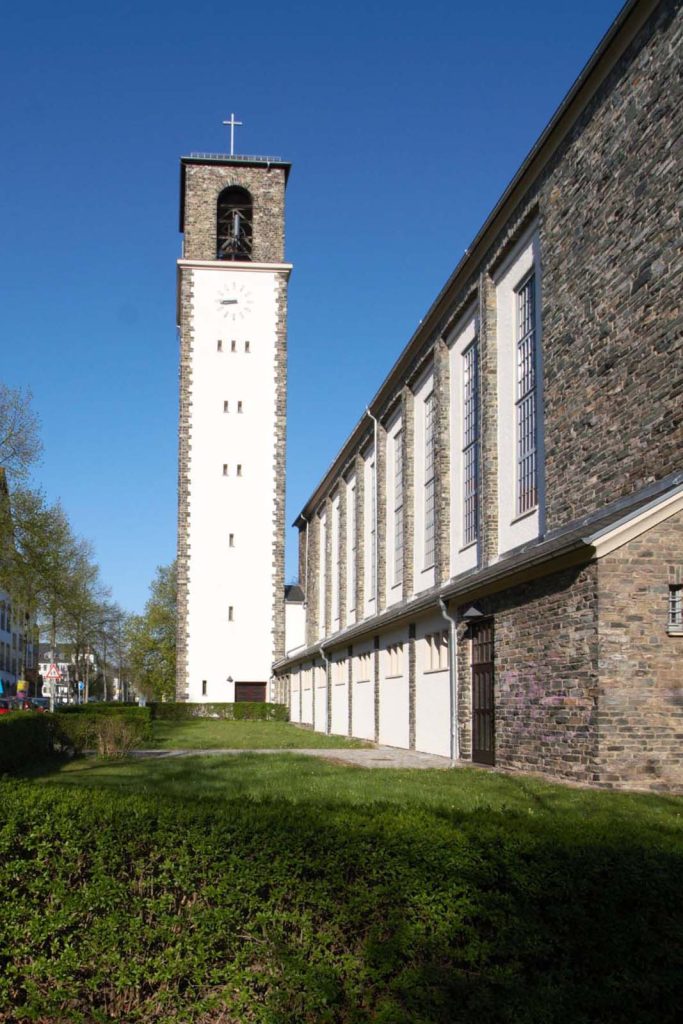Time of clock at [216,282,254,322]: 8:45
